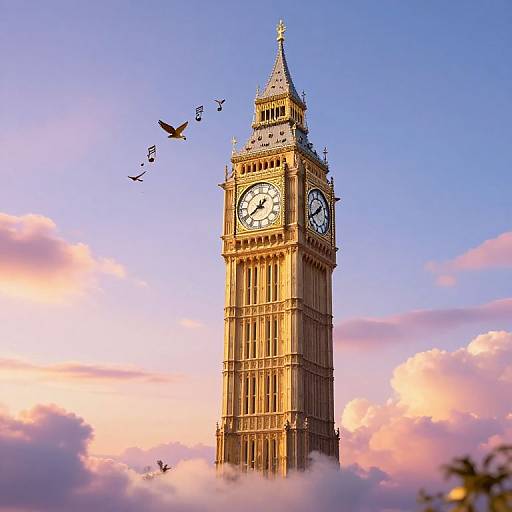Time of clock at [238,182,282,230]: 1:39
